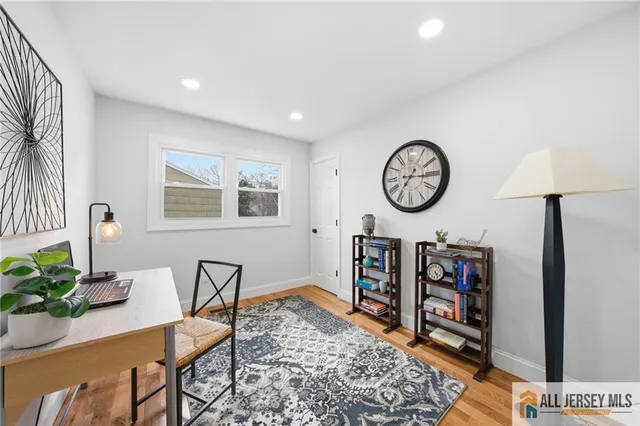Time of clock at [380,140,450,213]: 7:15
